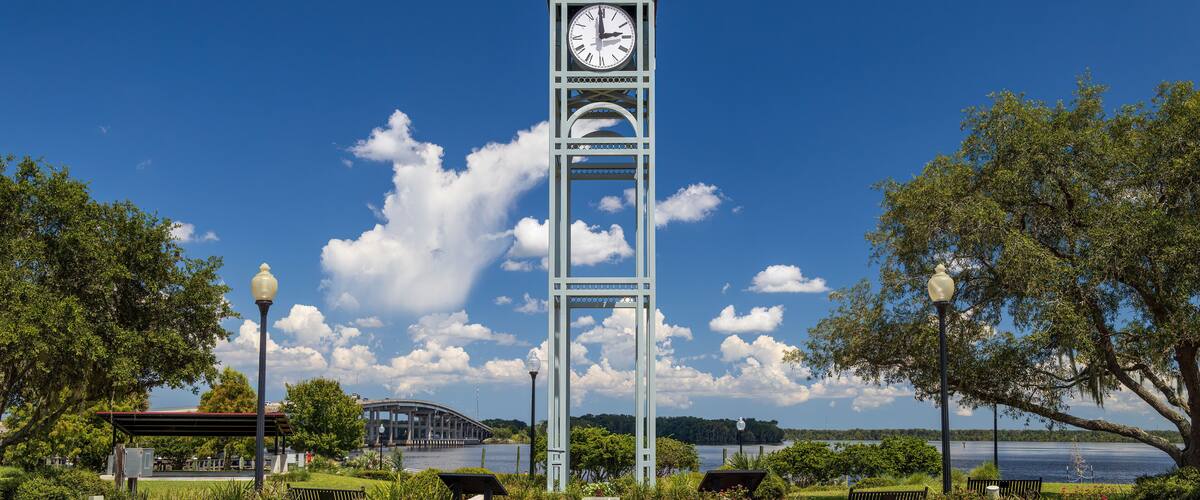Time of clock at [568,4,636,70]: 2:59
